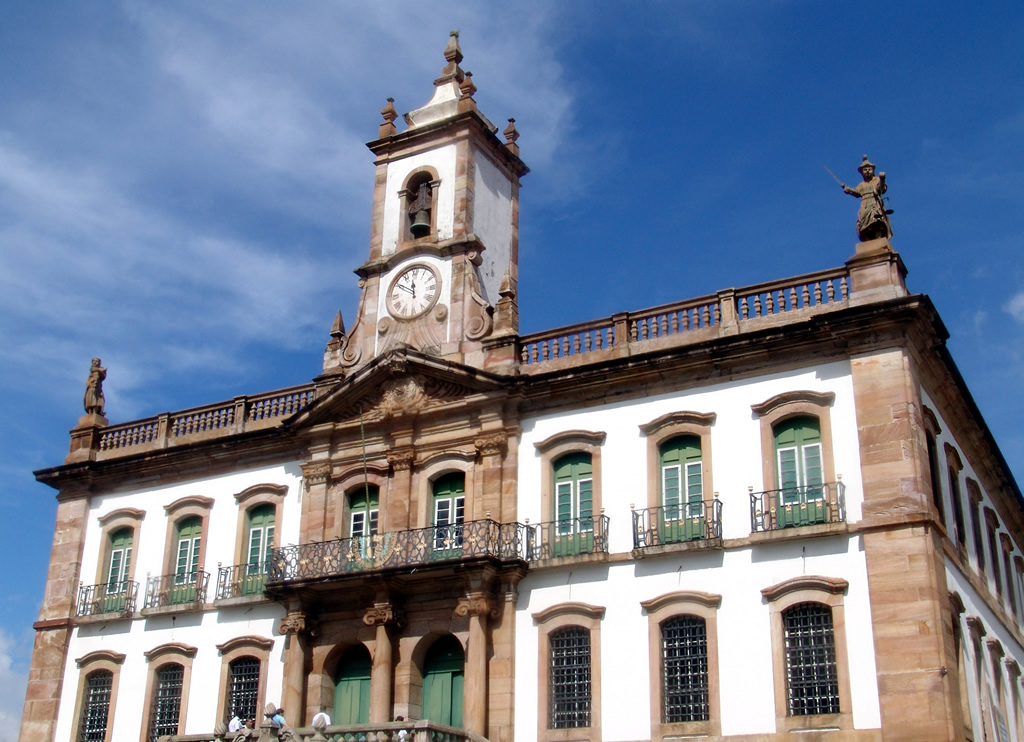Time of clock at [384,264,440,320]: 11:50
